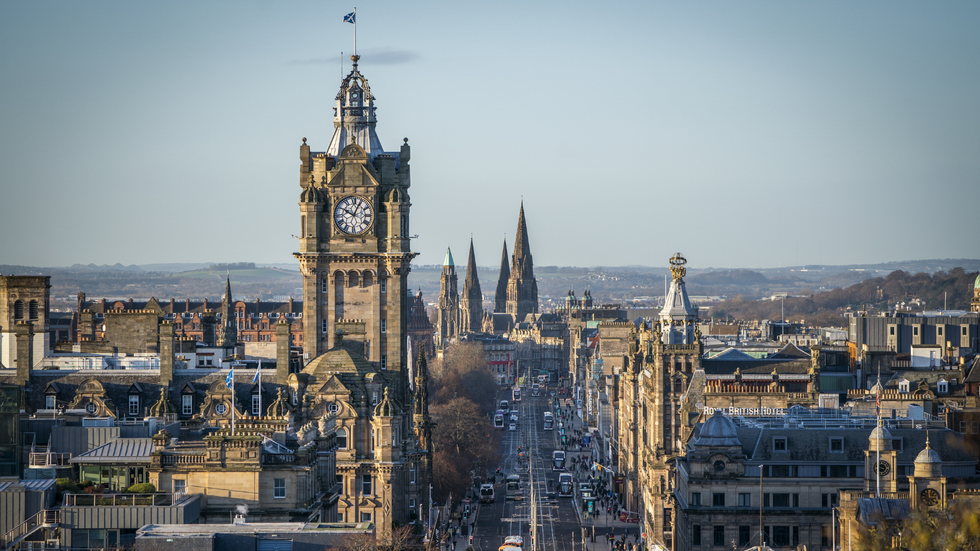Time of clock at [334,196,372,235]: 10:04
